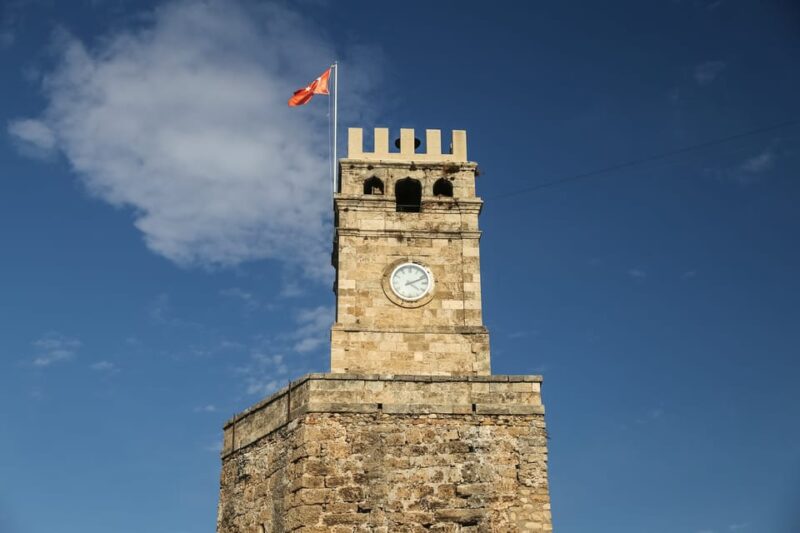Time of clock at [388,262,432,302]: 4:11
